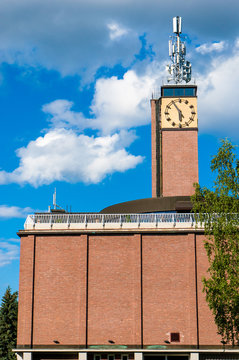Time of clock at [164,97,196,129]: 5:54
